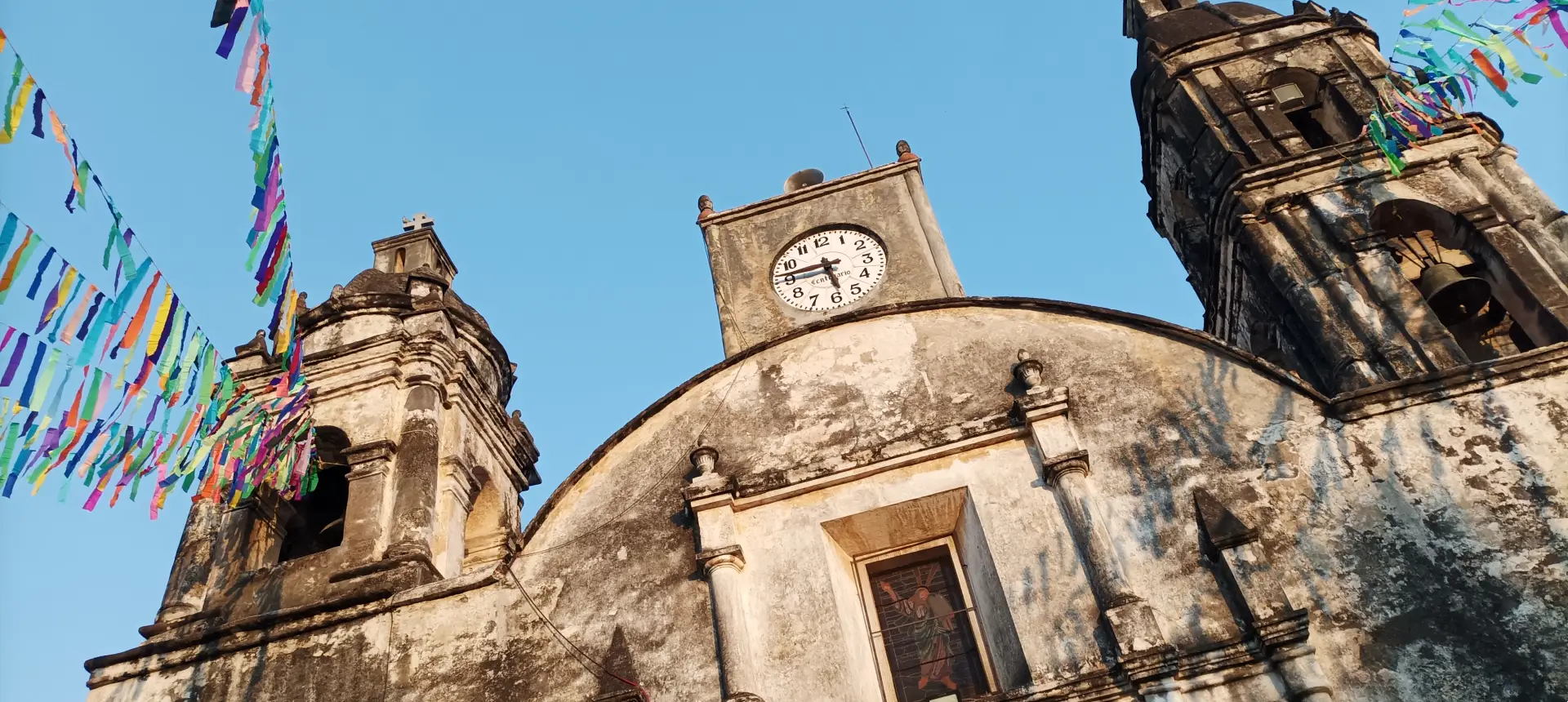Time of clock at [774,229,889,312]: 5:45
